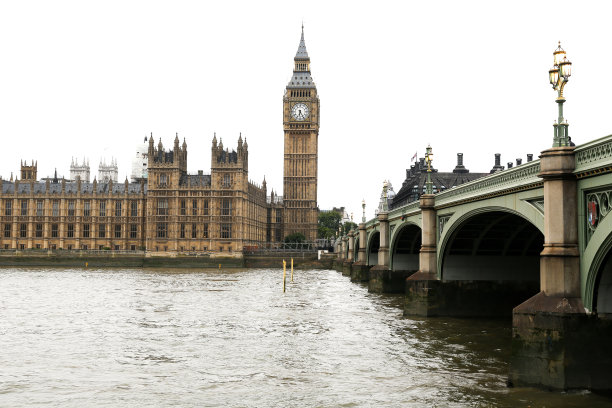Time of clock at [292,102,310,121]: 6:24
